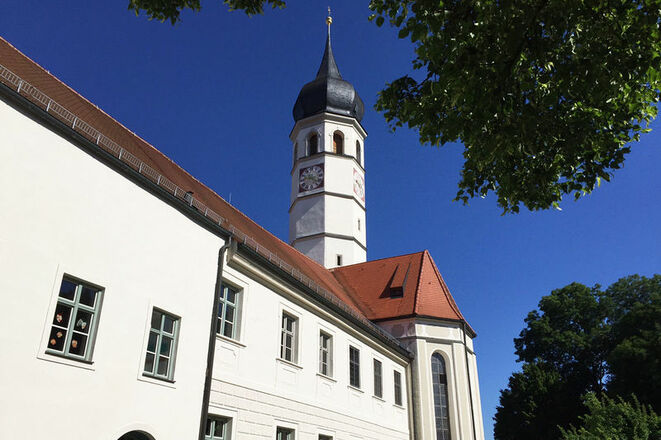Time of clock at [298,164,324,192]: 9:22
